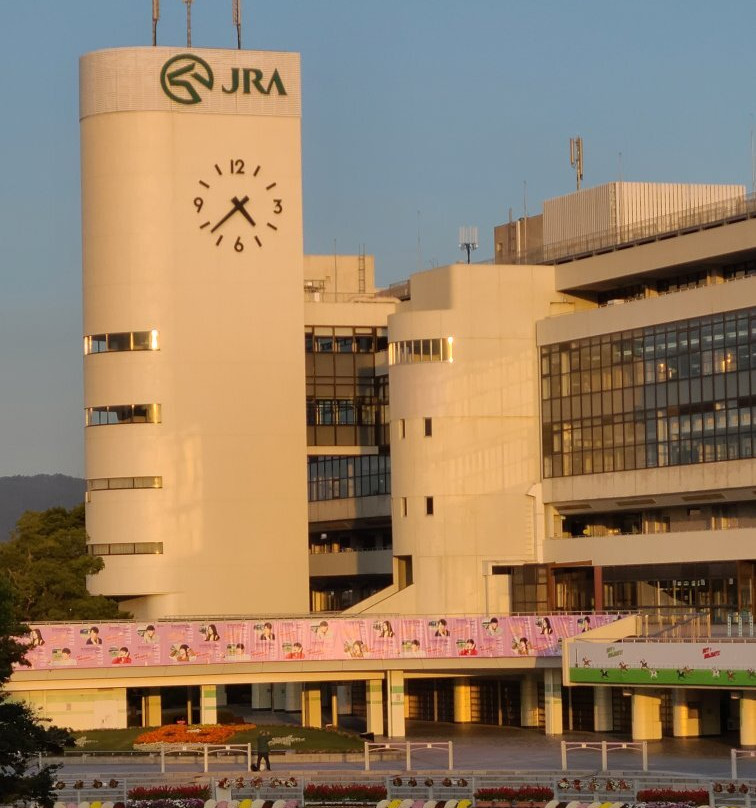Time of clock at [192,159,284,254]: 4:37
